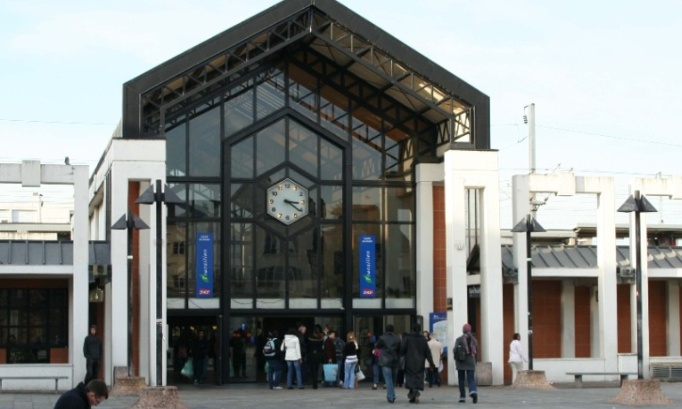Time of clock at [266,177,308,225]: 3:21
